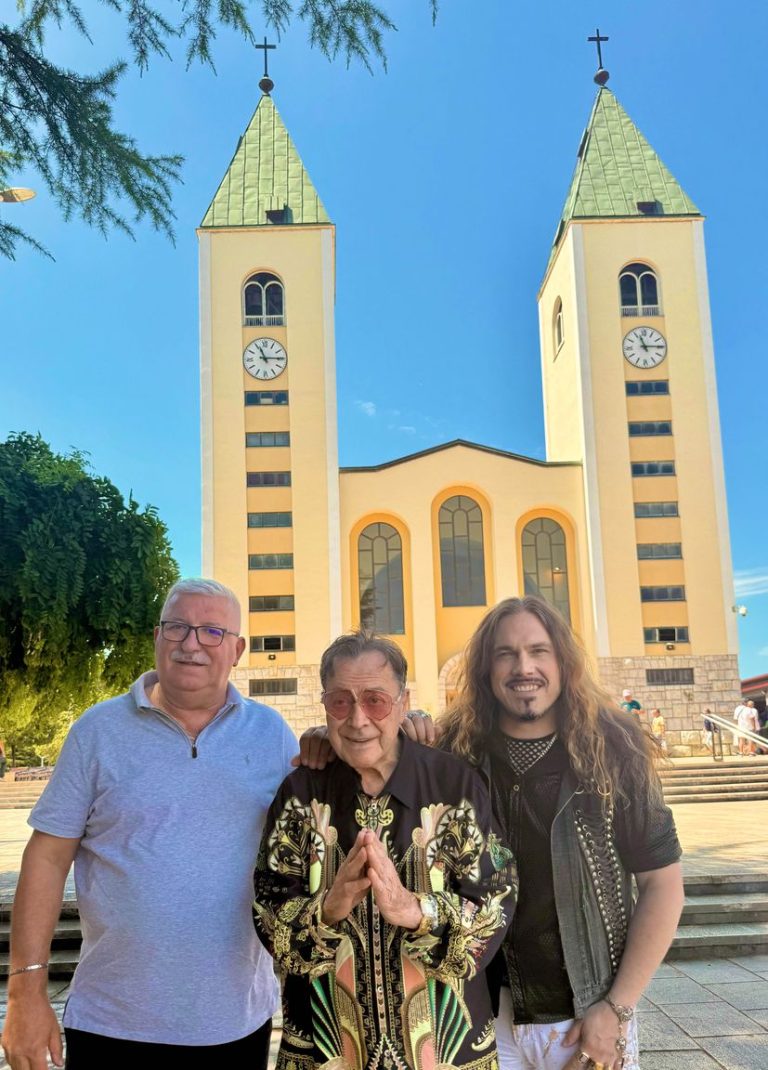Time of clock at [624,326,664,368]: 11:14
